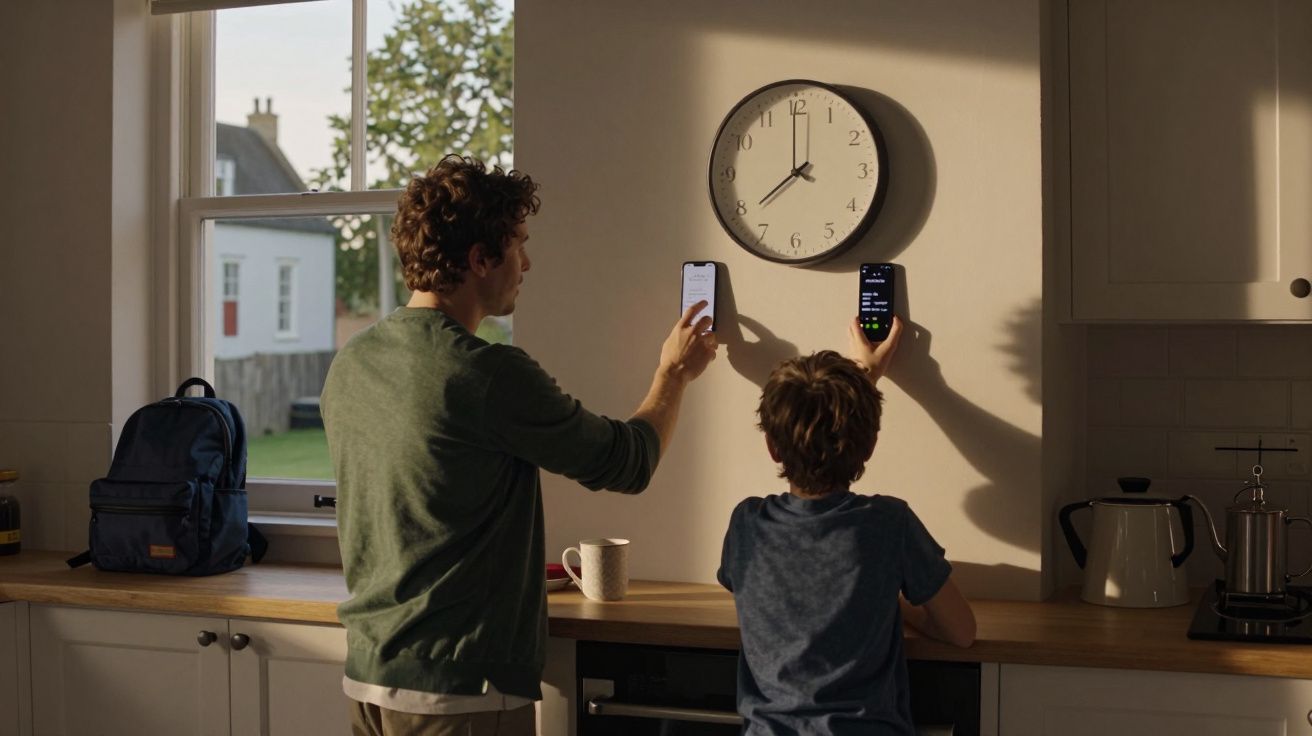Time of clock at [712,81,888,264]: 7:59
